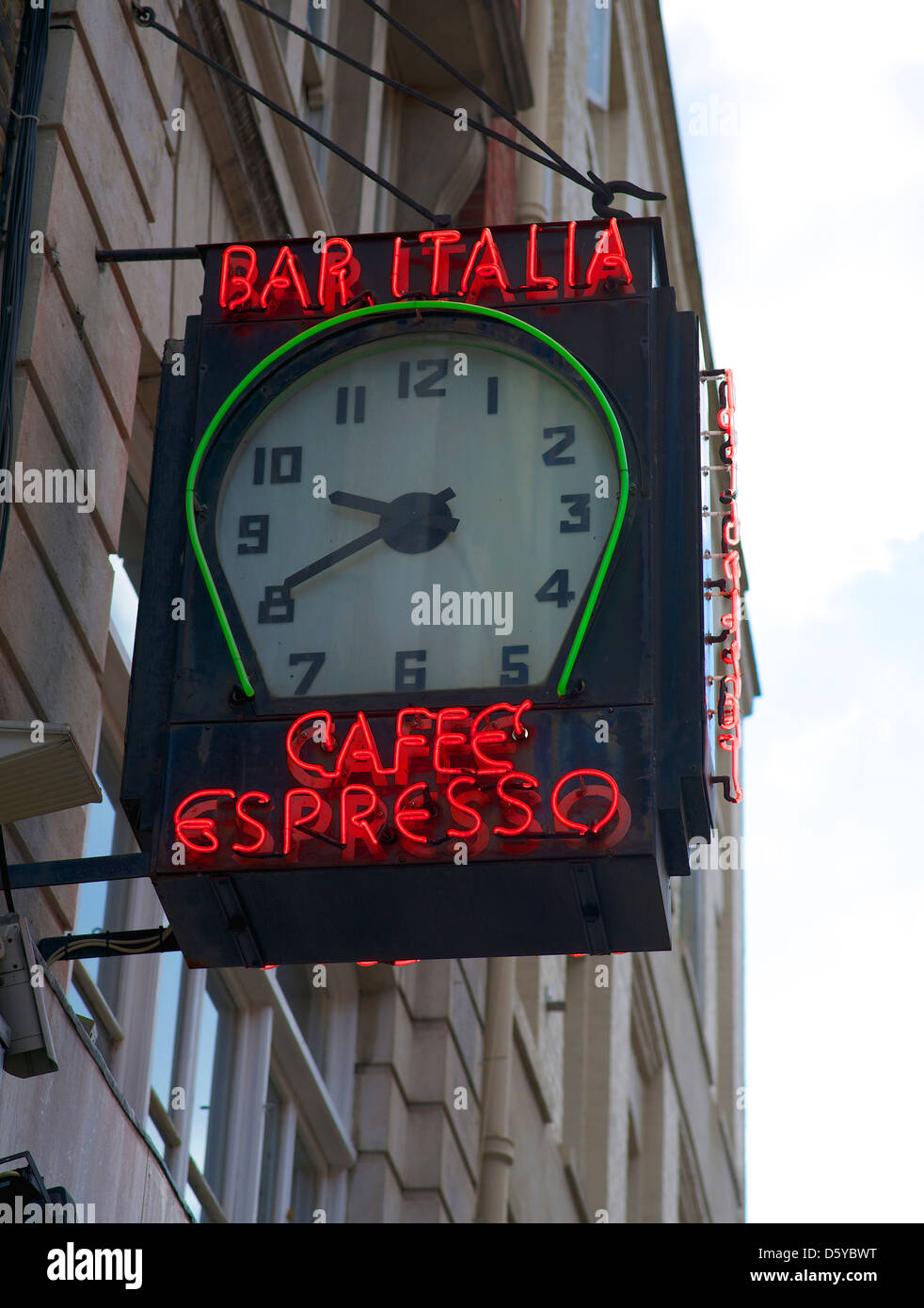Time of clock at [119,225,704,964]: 9:41
